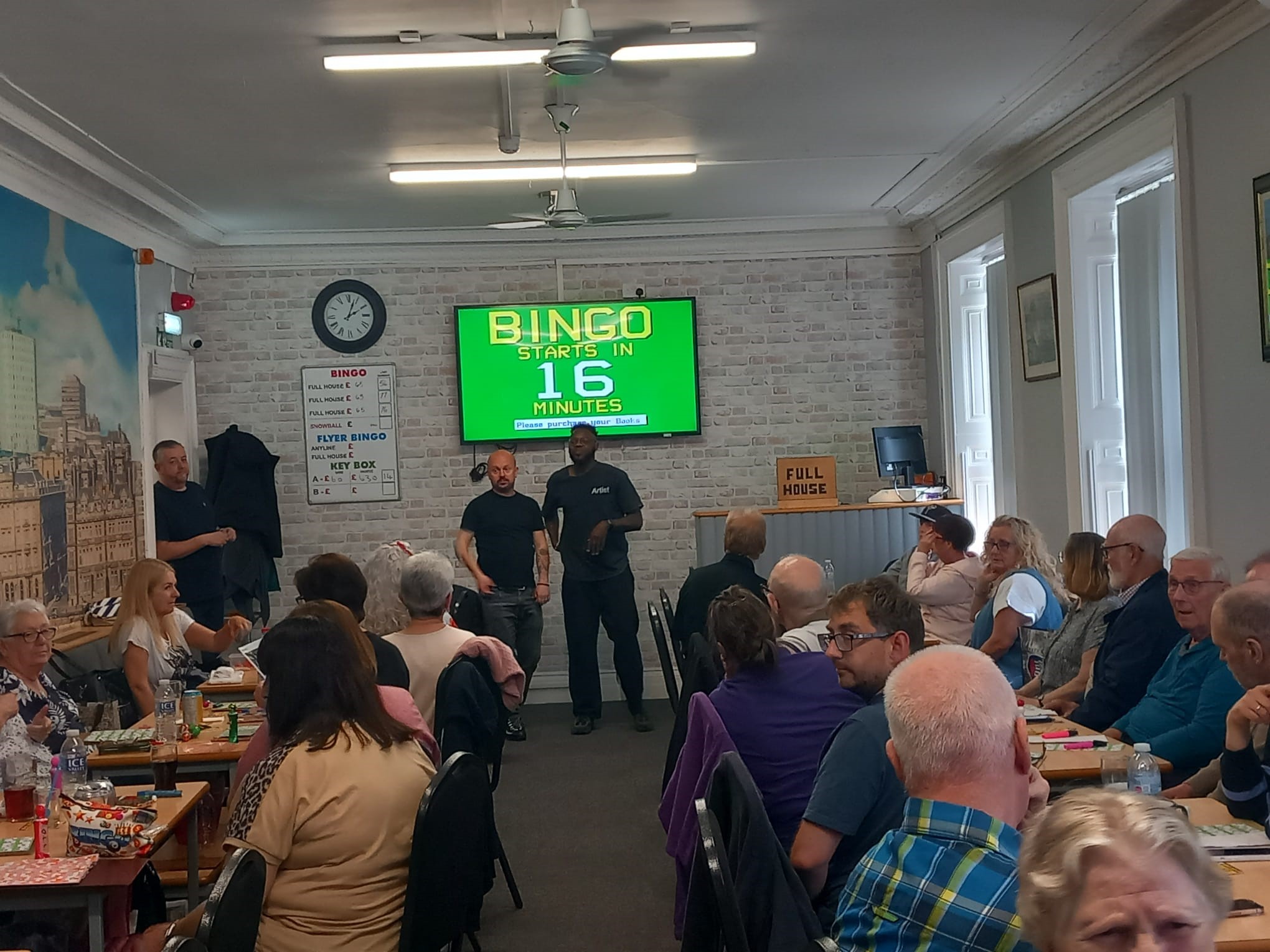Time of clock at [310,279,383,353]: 2:03
